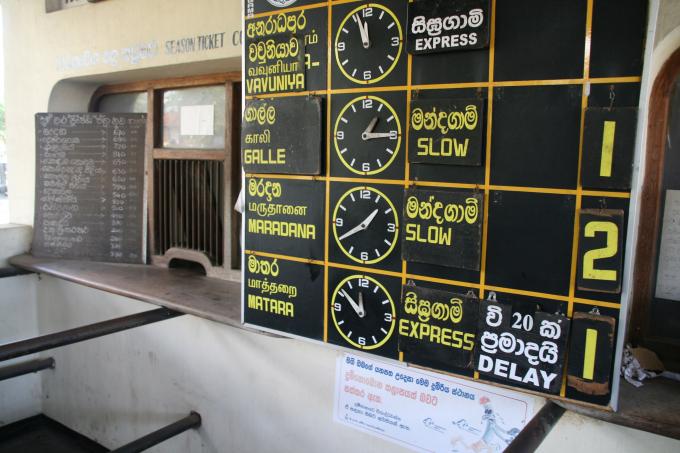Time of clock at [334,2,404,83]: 11:56
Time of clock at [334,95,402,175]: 1:14
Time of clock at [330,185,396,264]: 1:40
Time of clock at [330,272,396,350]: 11:51
